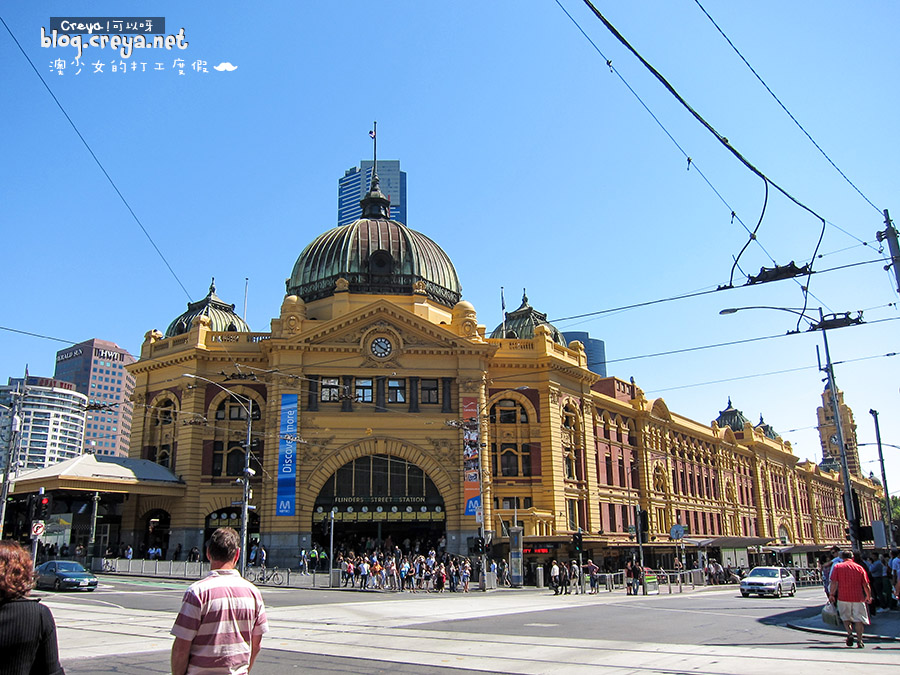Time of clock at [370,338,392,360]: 3:51
